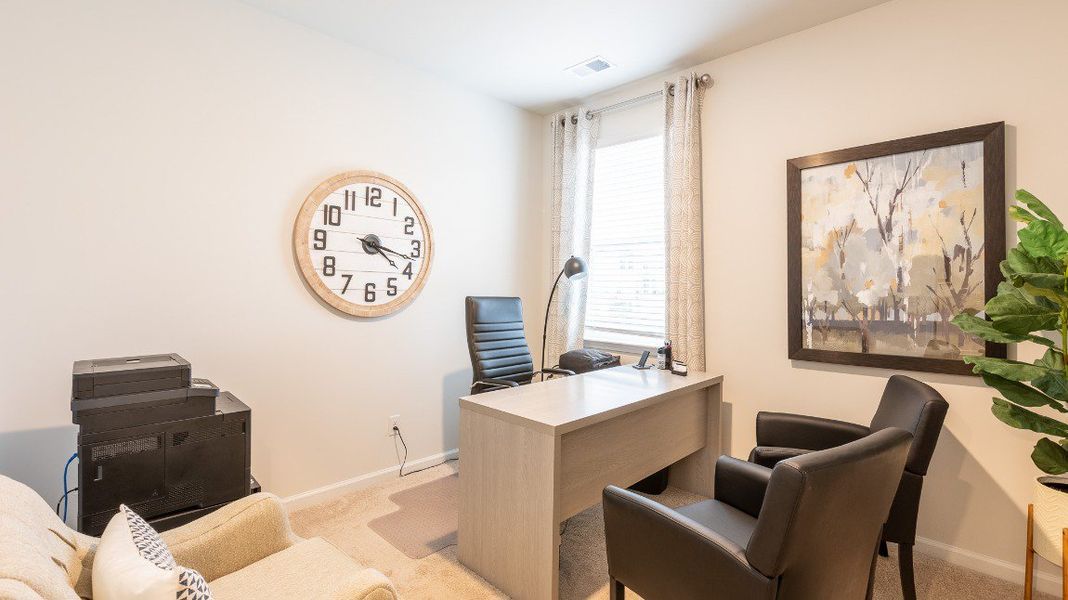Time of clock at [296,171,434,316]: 4:17
